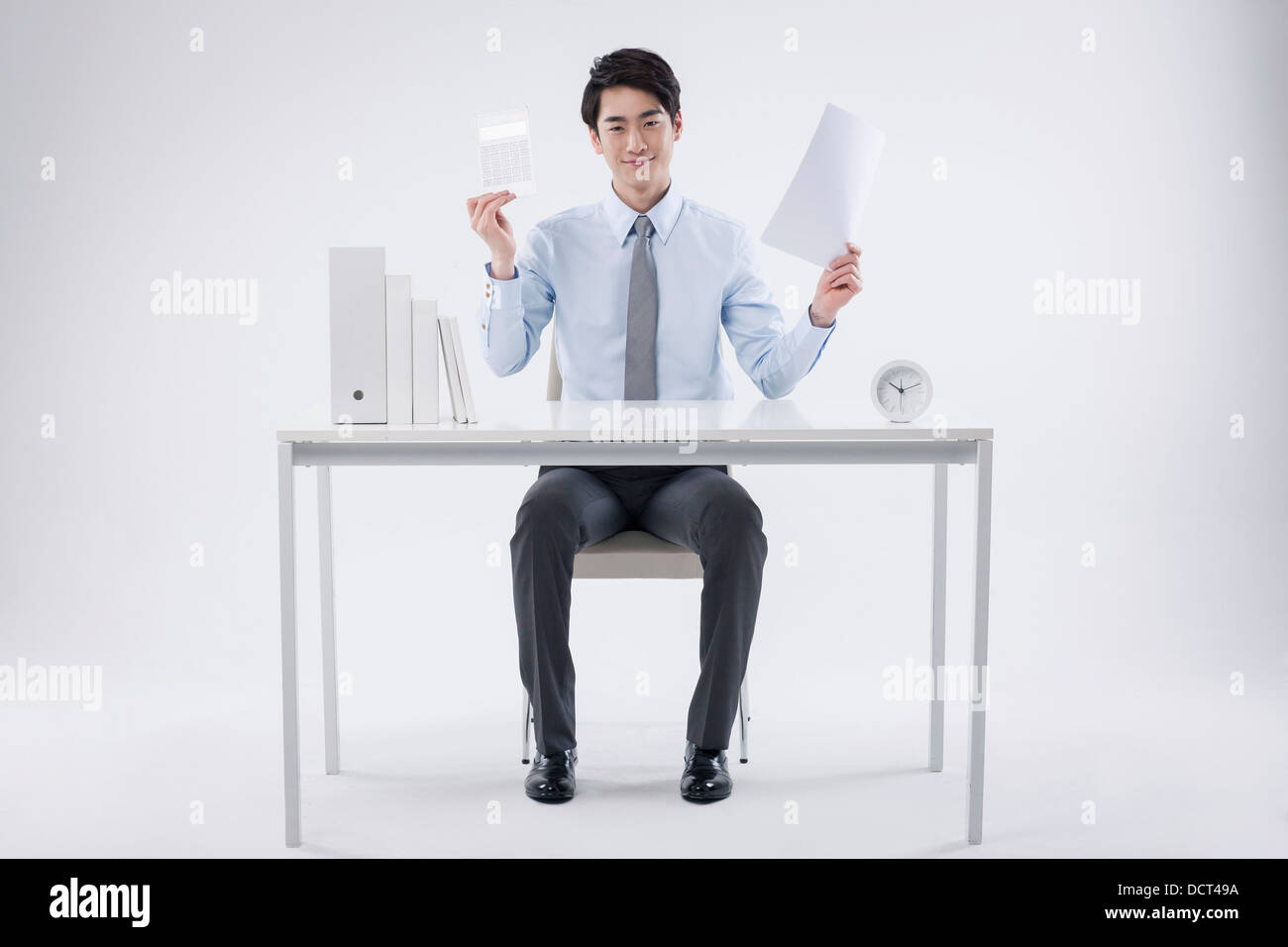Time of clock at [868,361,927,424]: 10:11
